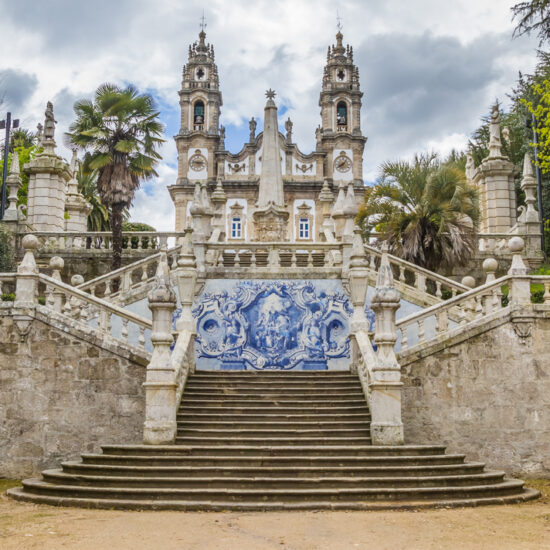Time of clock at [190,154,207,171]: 2:46
